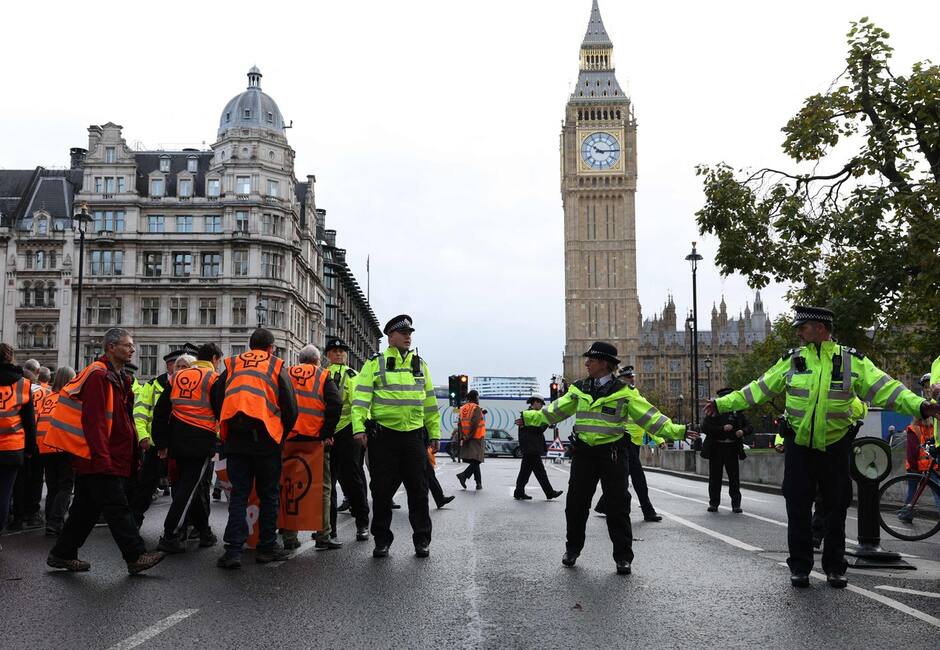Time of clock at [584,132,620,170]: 10:14
